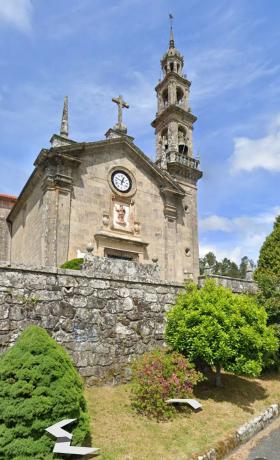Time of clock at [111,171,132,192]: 12:48
